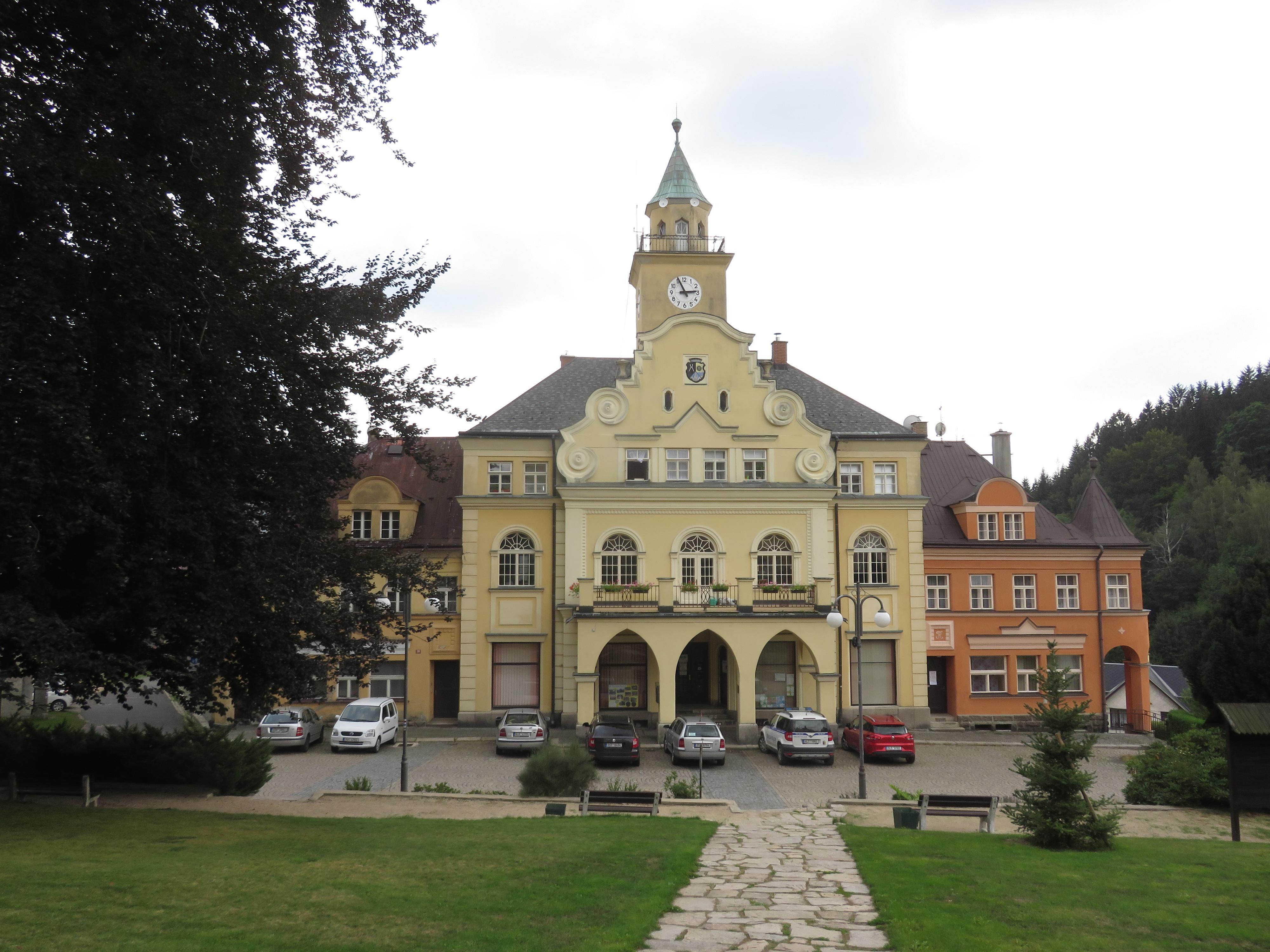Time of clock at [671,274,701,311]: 11:13
